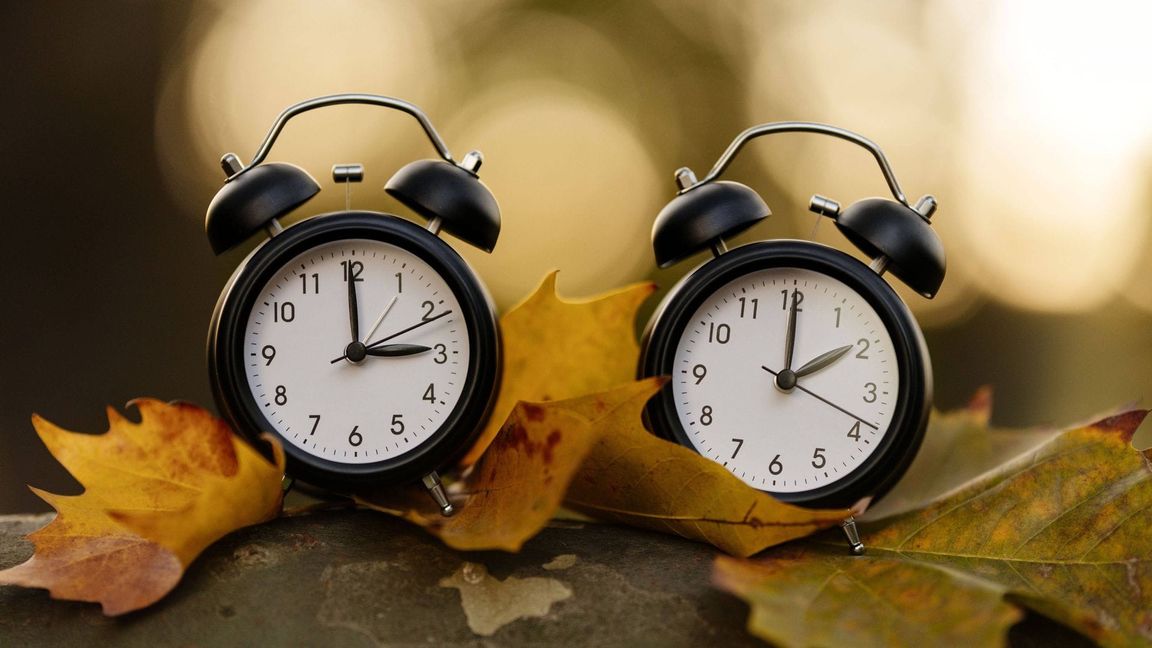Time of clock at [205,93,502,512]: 2:59
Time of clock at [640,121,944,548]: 2:00
